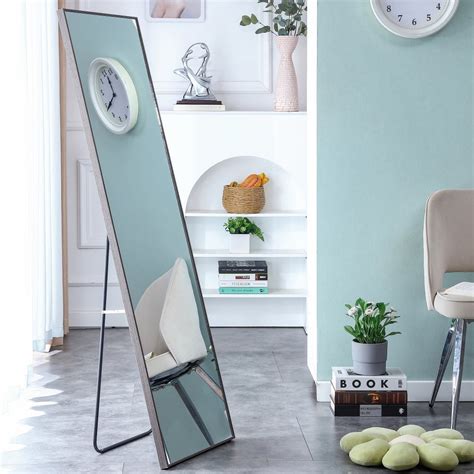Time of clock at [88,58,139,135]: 11:38
